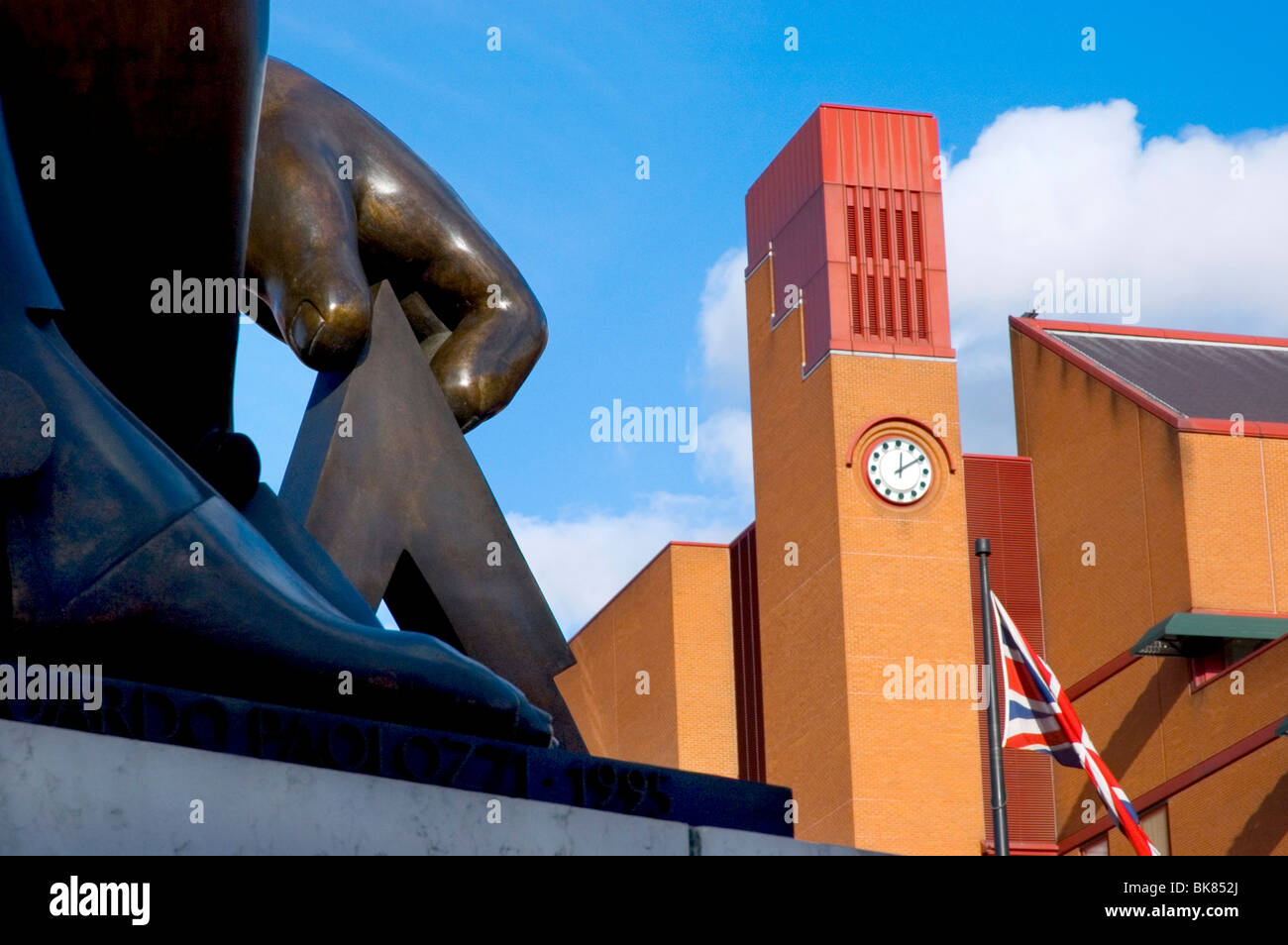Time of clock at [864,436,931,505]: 12:09
